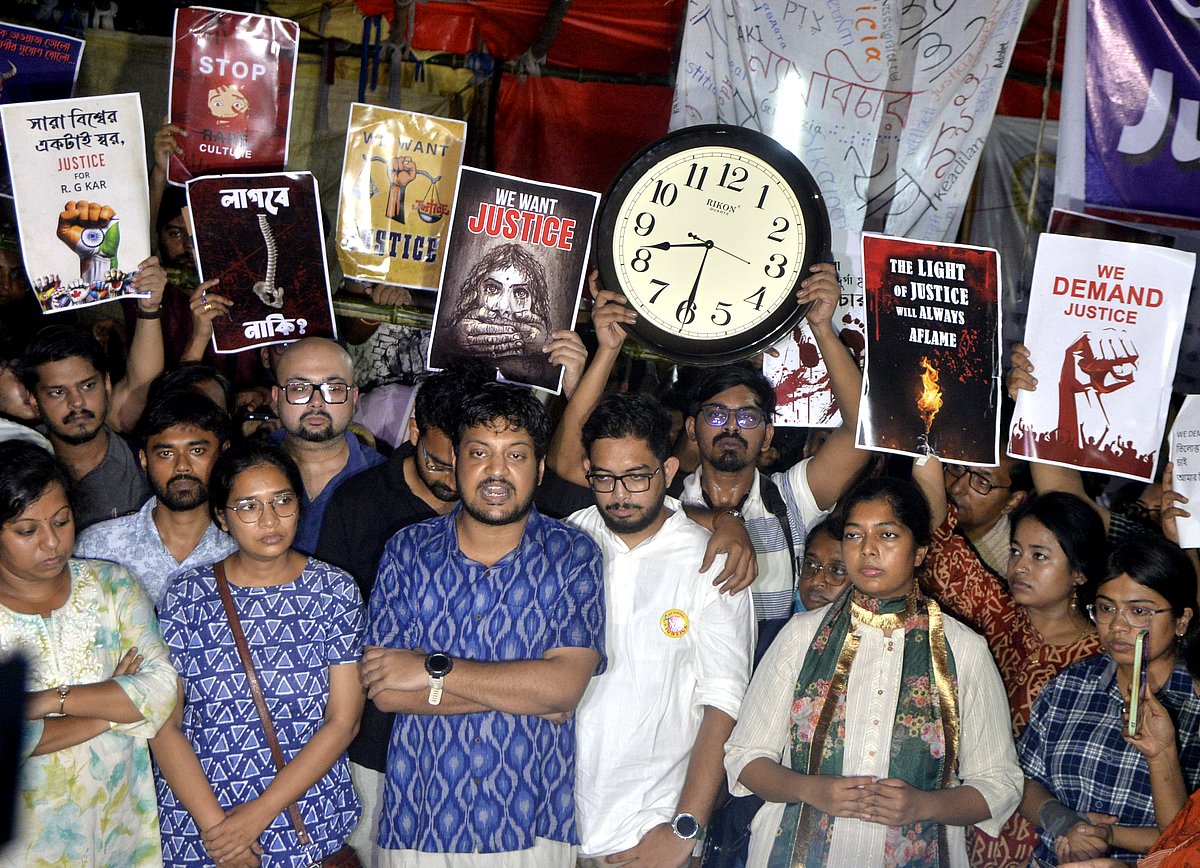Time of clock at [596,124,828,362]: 8:29
